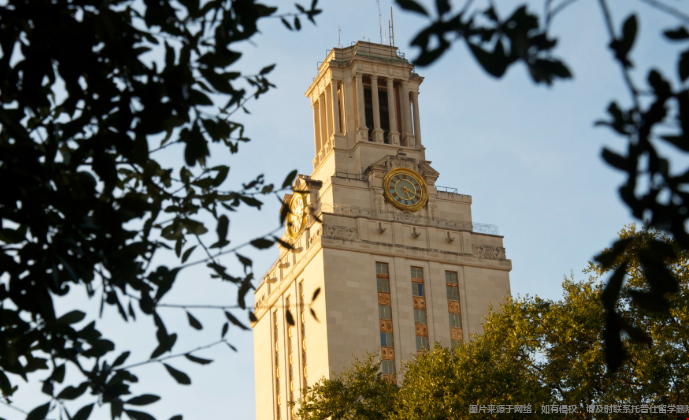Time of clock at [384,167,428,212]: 5:18
